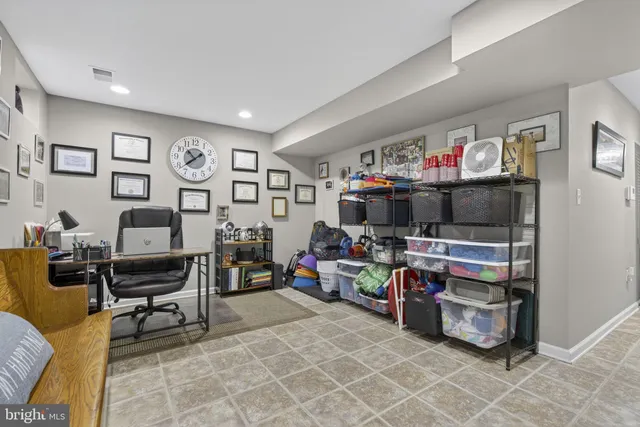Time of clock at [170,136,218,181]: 10:38
